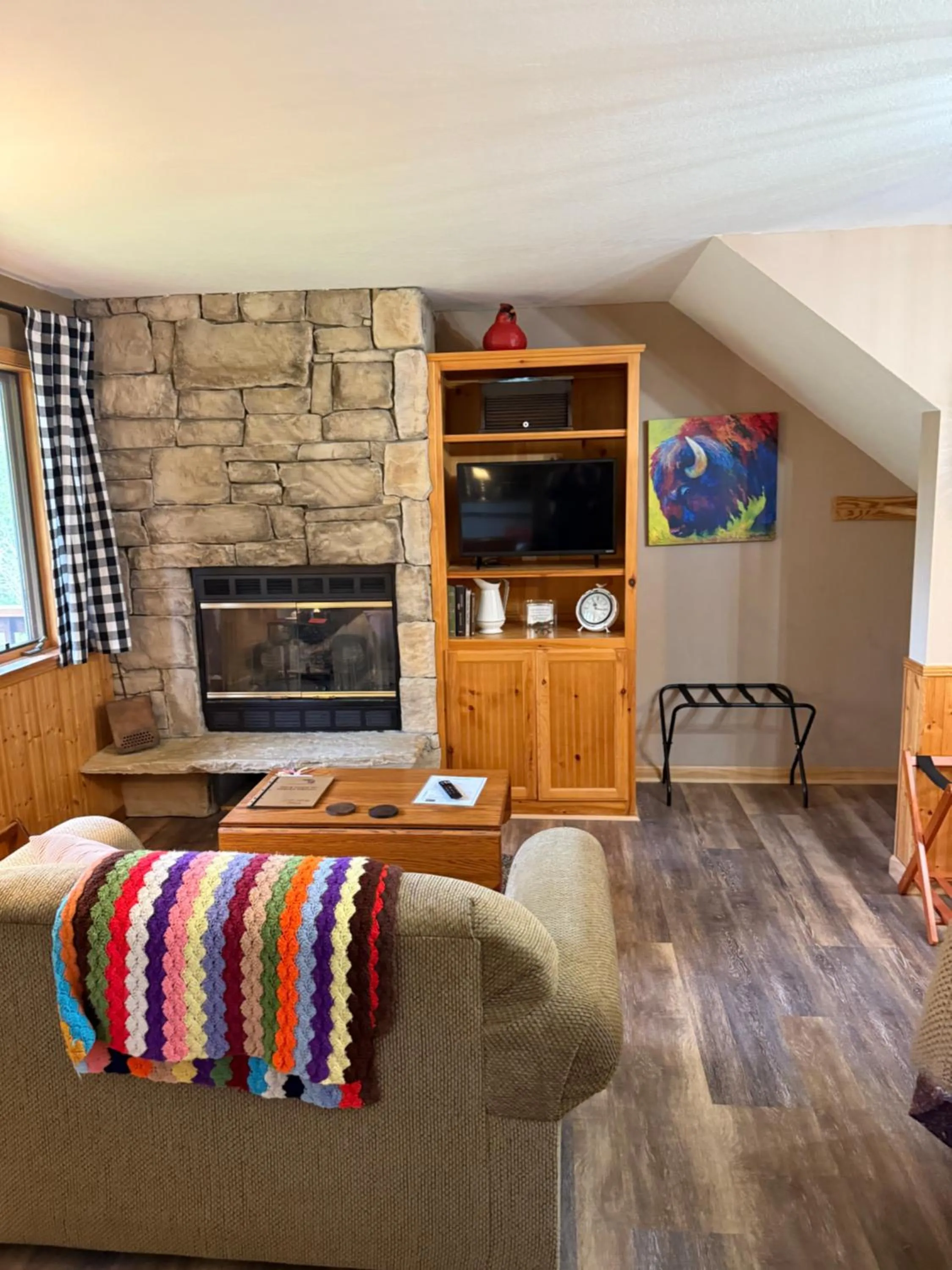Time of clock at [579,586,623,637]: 11:16
